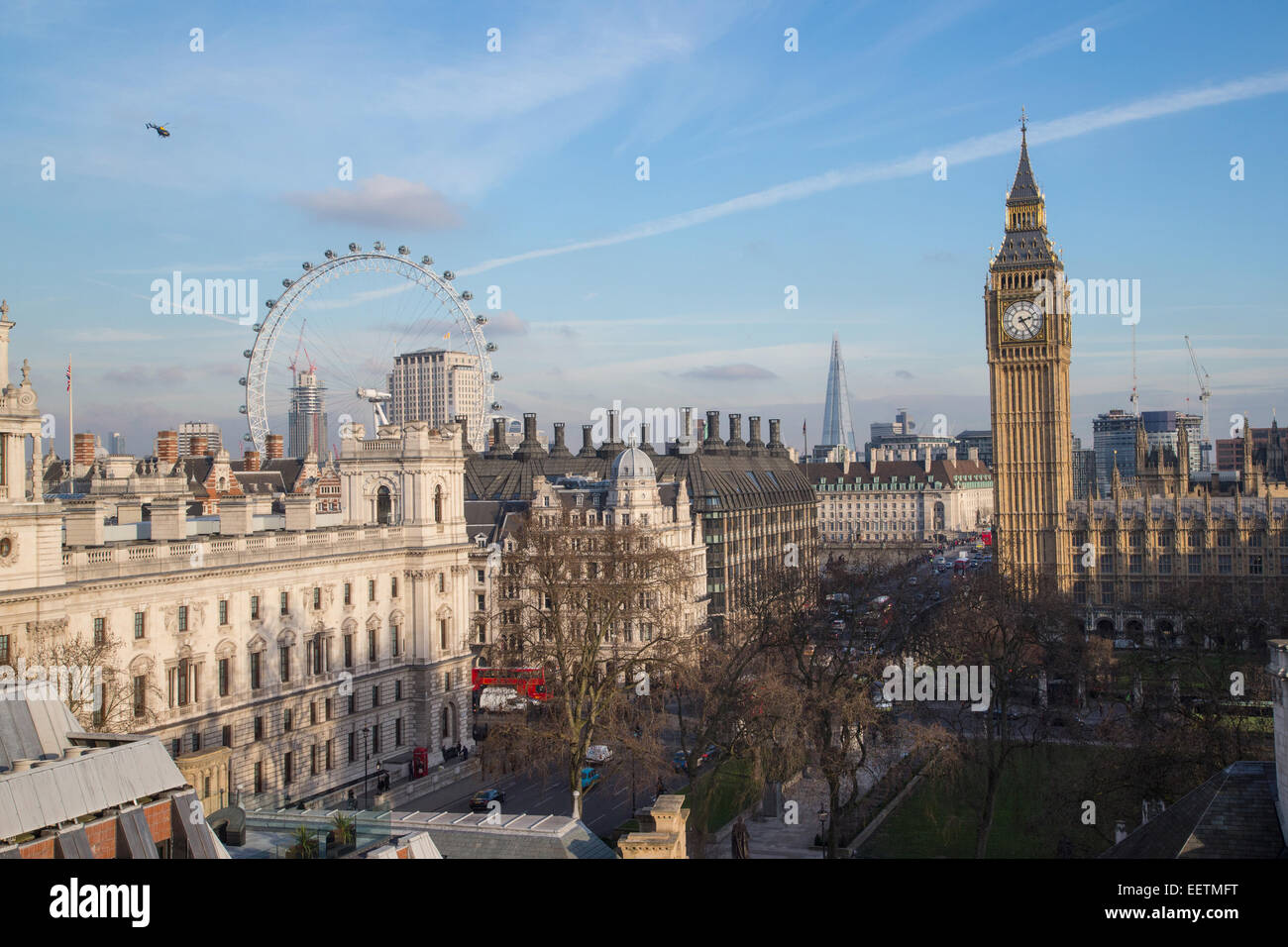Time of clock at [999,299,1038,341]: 2:24
